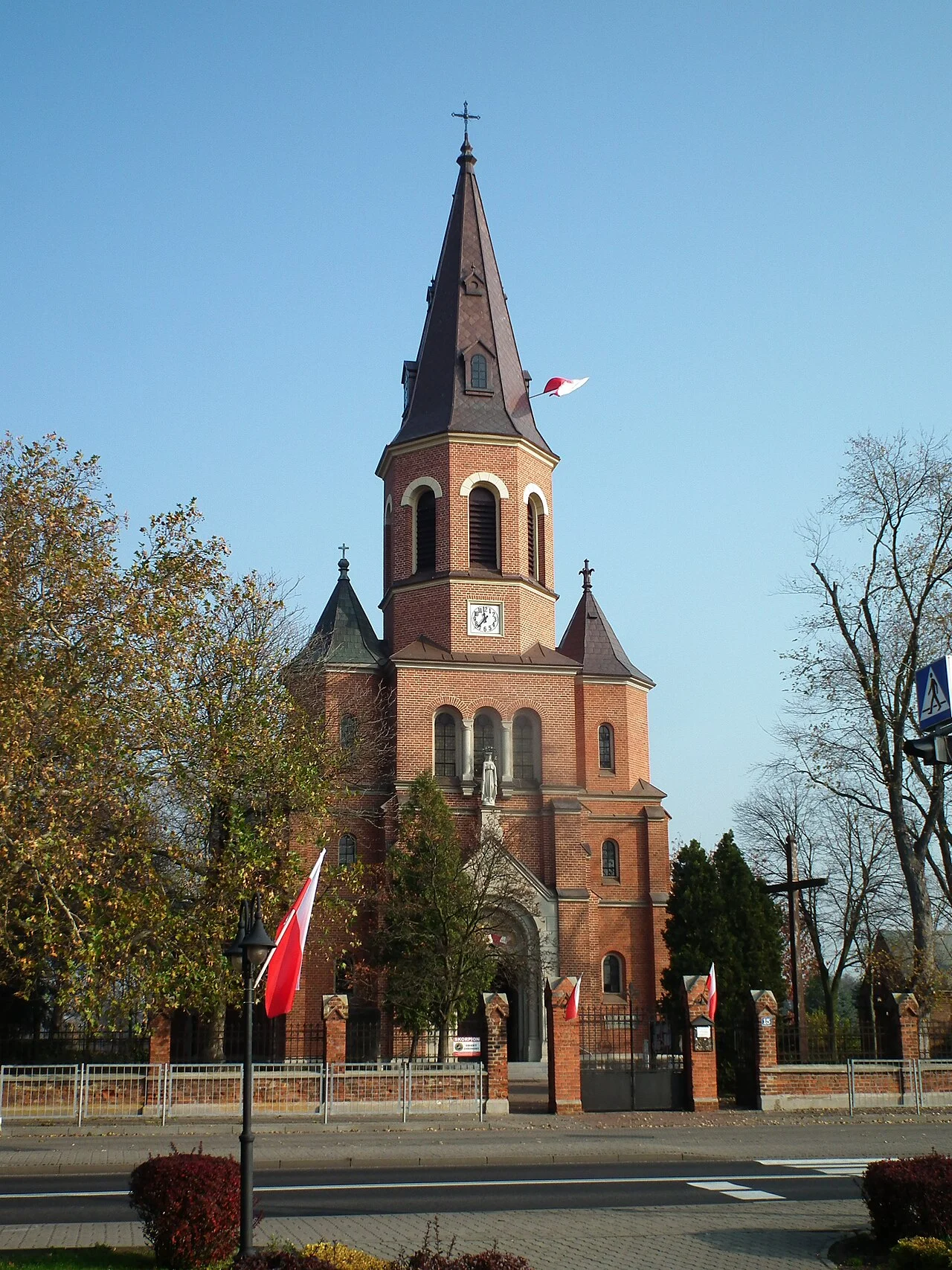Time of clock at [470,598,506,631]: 11:36
